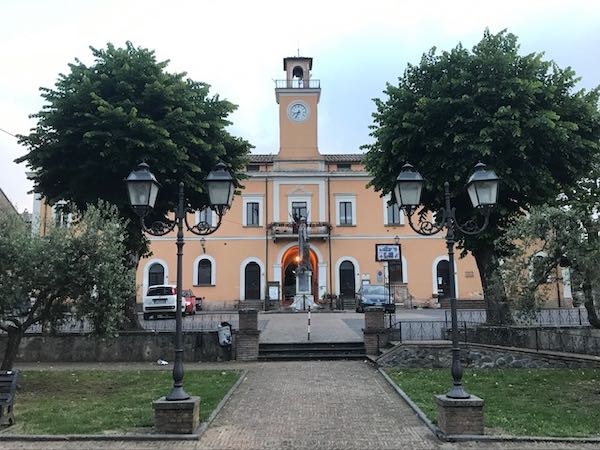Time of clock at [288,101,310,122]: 8:34
